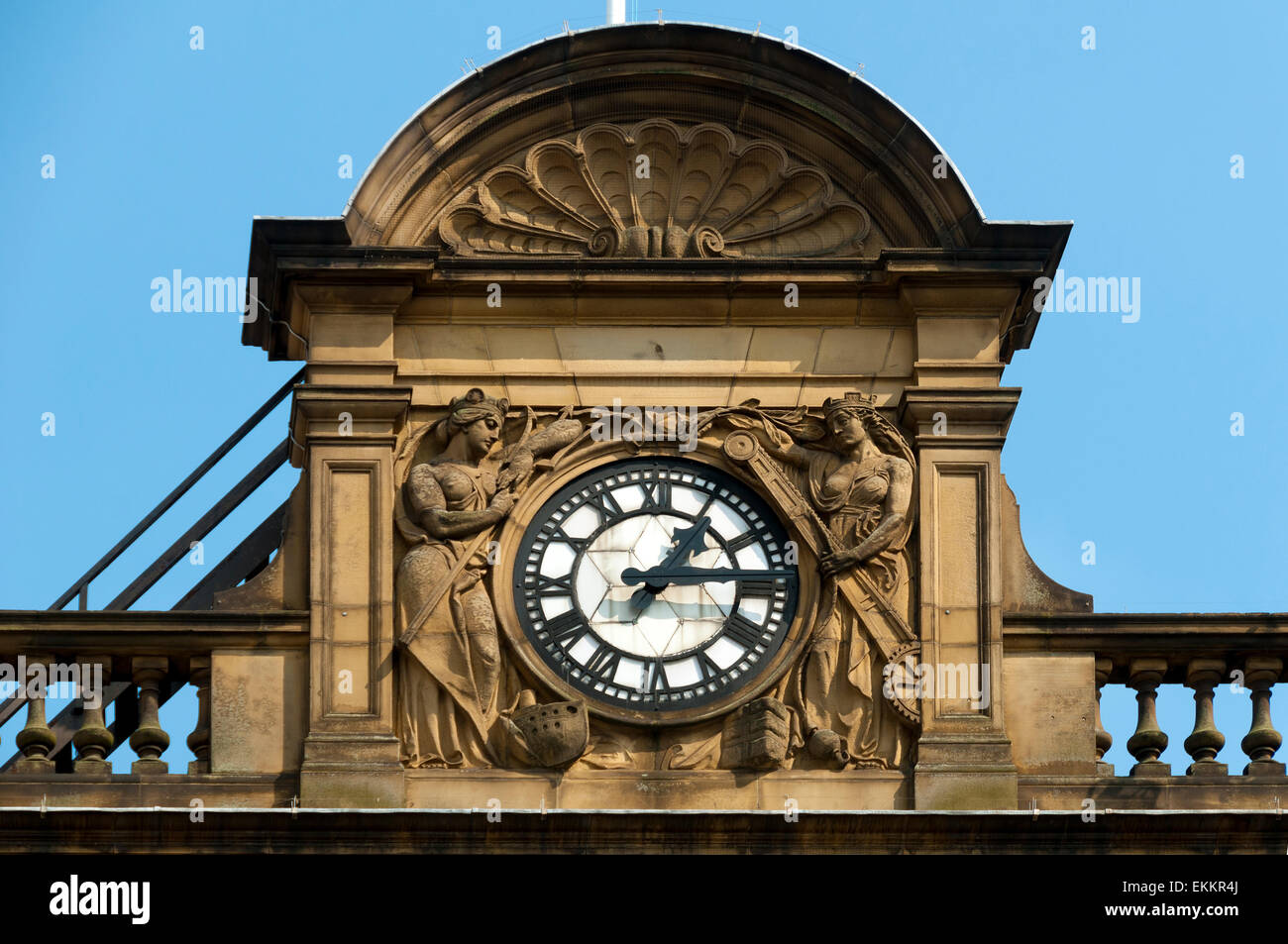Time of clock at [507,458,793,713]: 1:13
